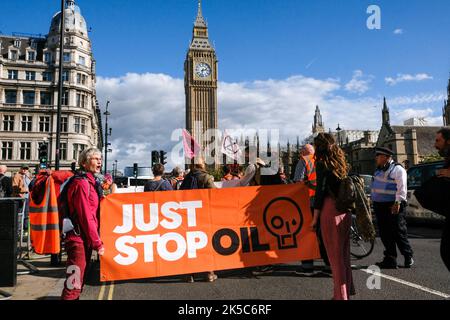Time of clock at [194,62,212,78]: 2:32
